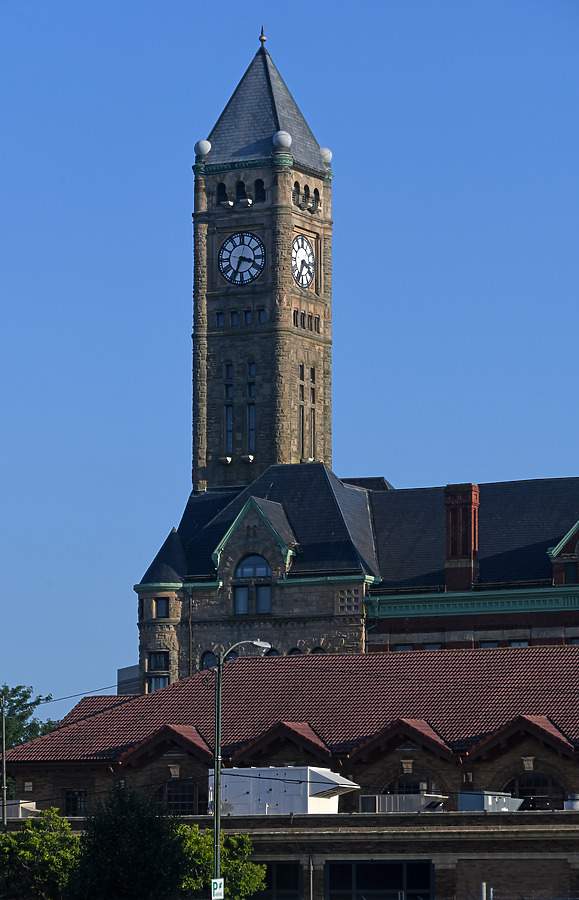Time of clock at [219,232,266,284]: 3:33
